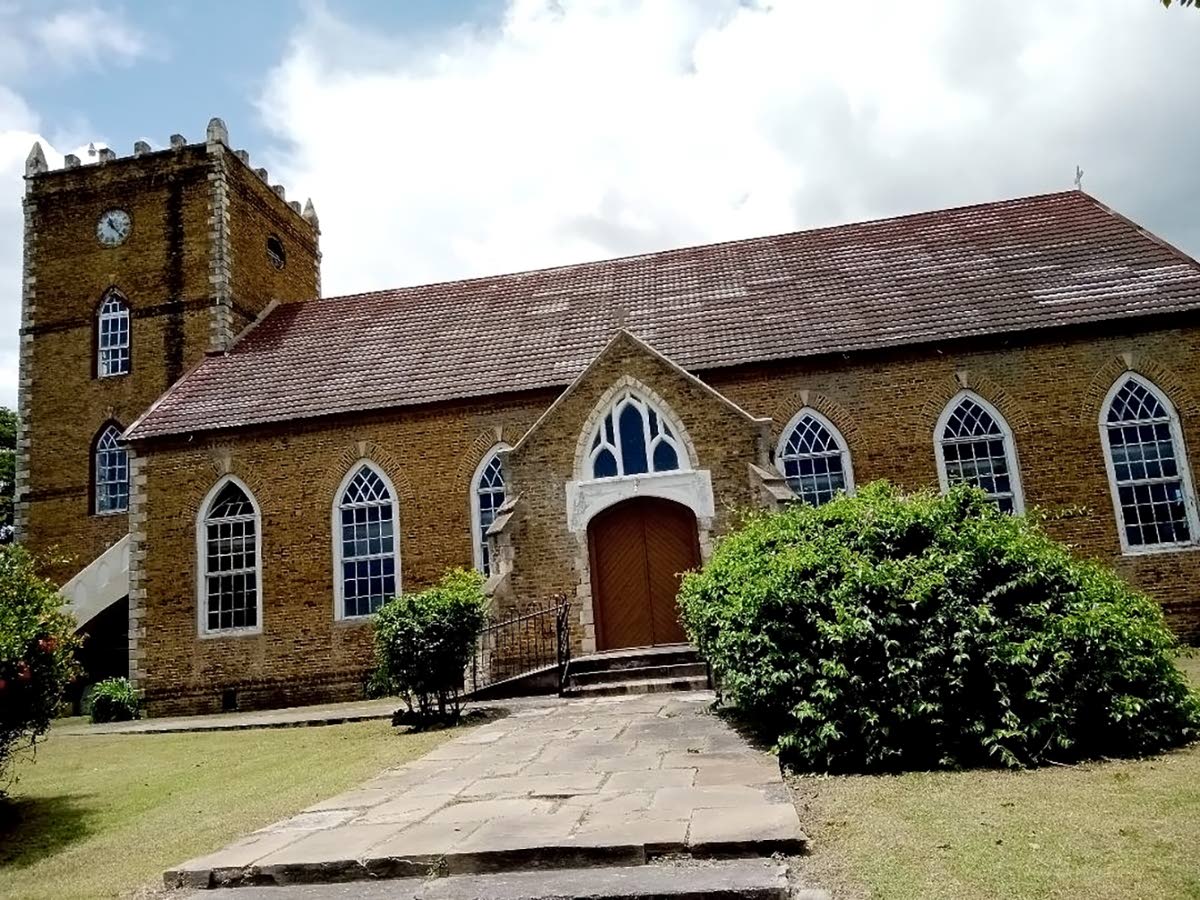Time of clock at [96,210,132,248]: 11:22
